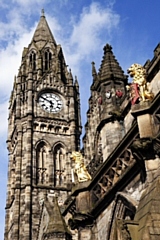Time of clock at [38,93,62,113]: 5:49
